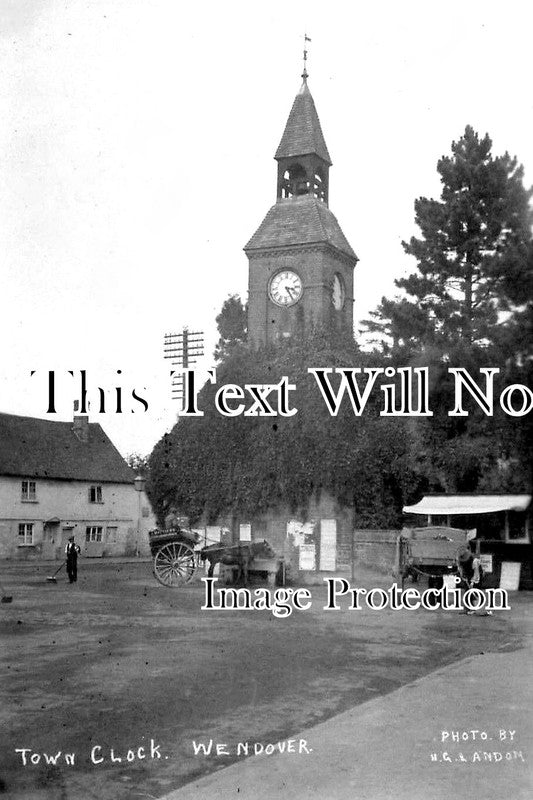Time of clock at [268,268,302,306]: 3:24
